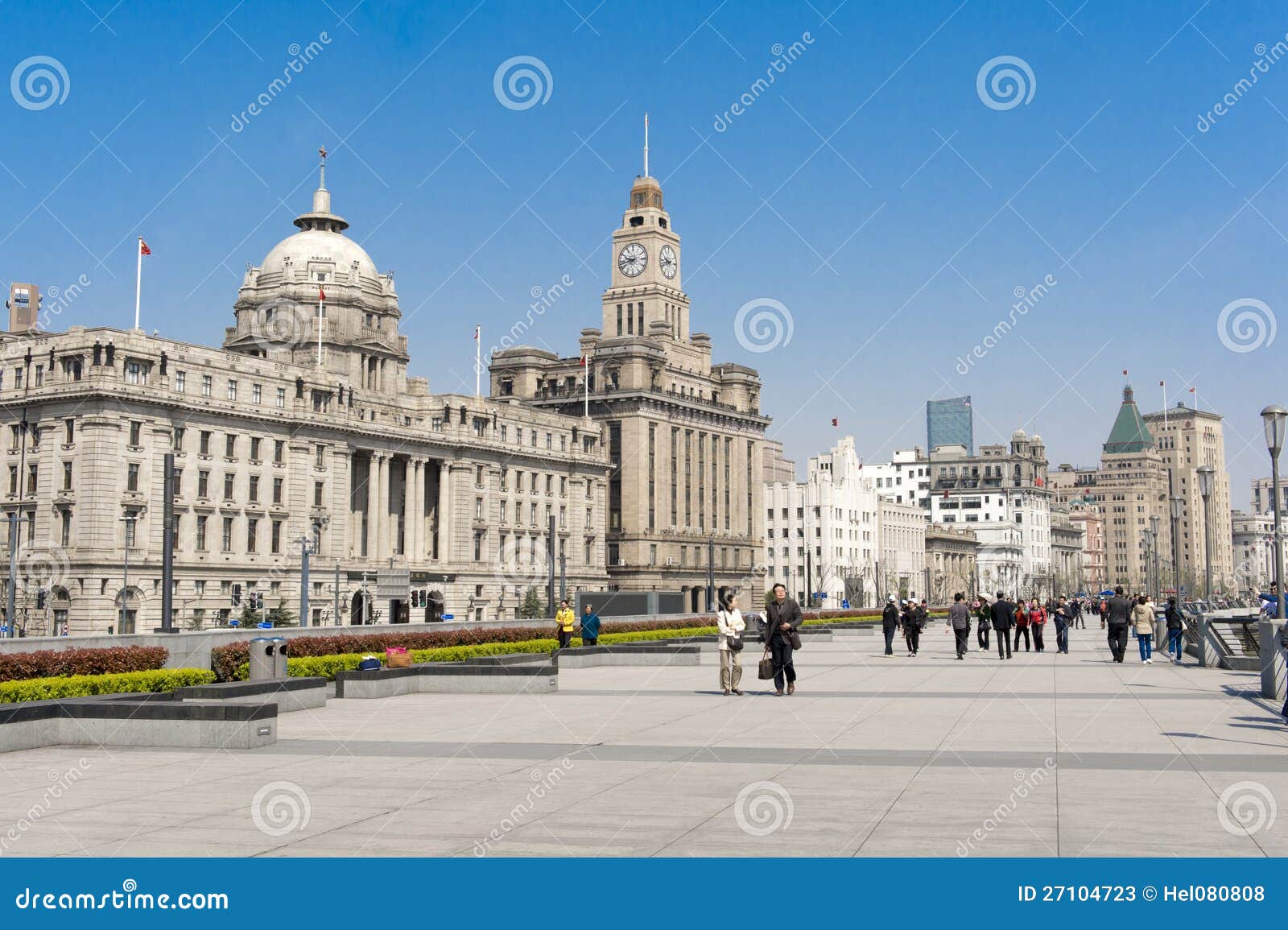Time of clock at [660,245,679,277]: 9:42
